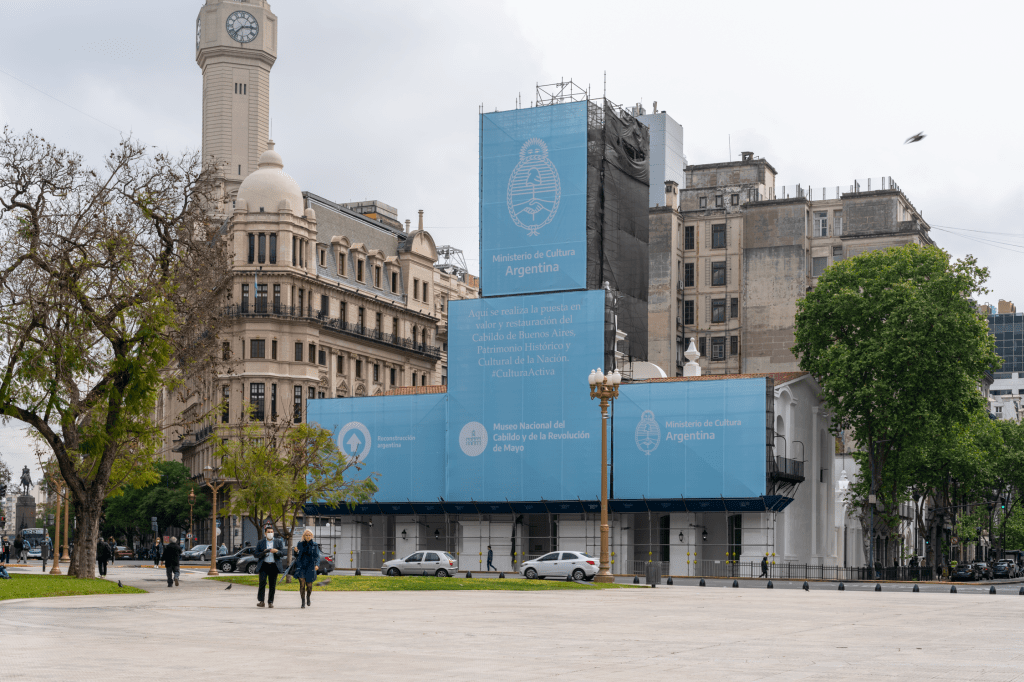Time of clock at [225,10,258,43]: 2:37
